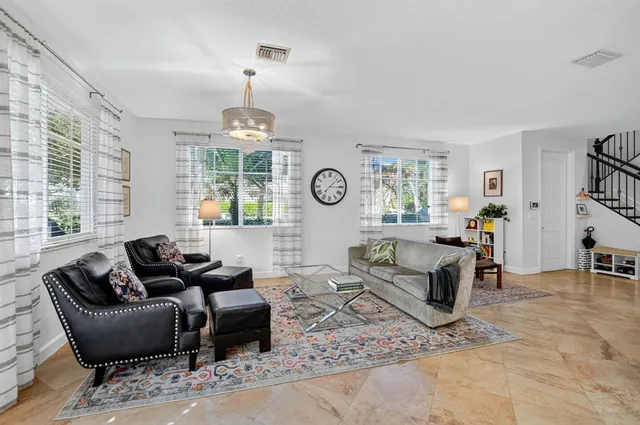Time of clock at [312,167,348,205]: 3:07
